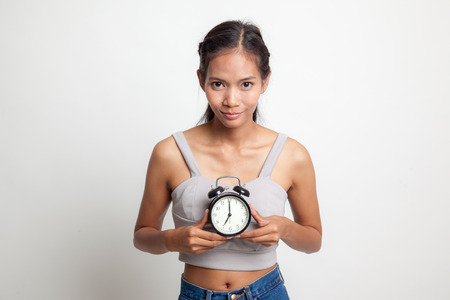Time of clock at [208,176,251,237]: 7:00
